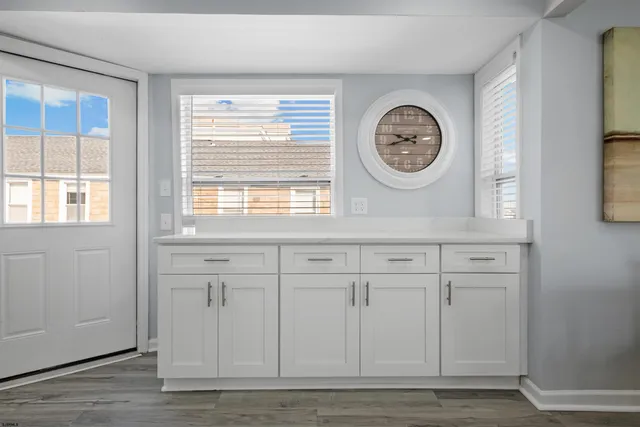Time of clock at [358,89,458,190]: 9:42
